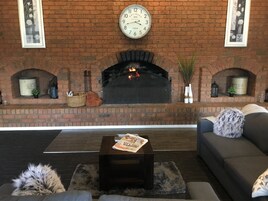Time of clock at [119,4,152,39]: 3:42
